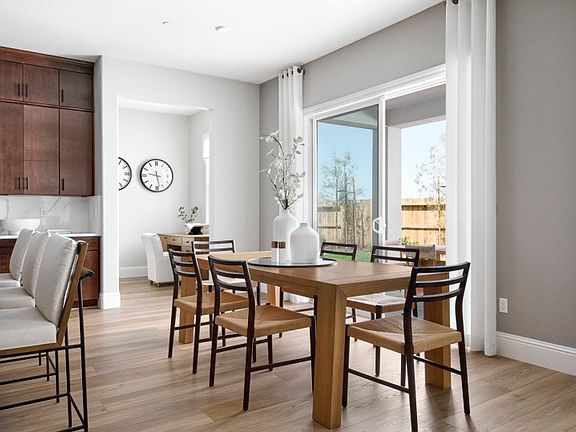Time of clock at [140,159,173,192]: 9:28
